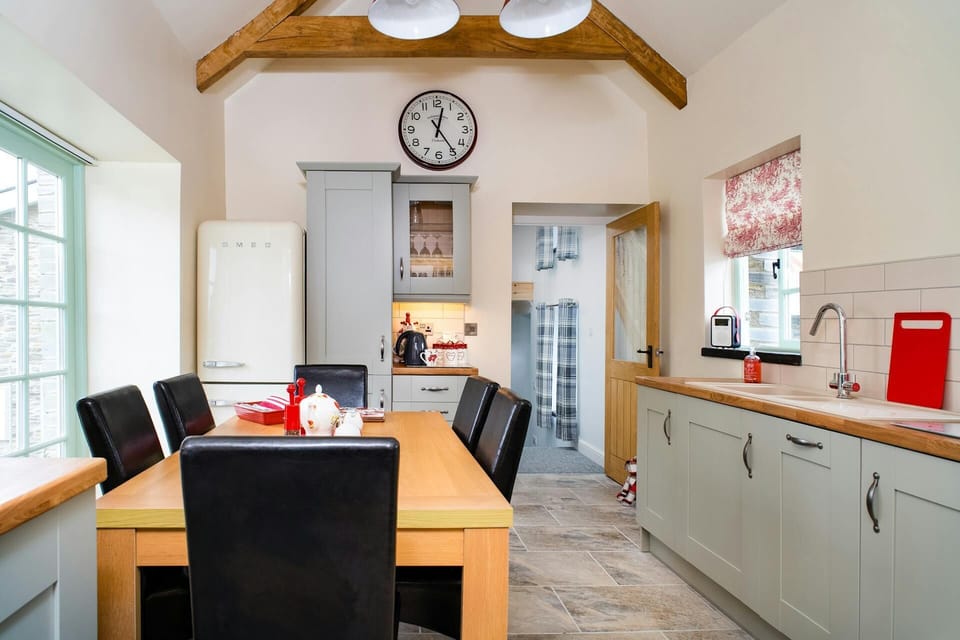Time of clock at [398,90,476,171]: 12:24
